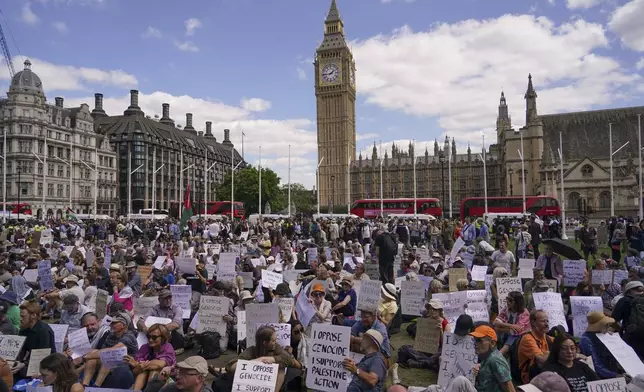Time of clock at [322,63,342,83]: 1:43
